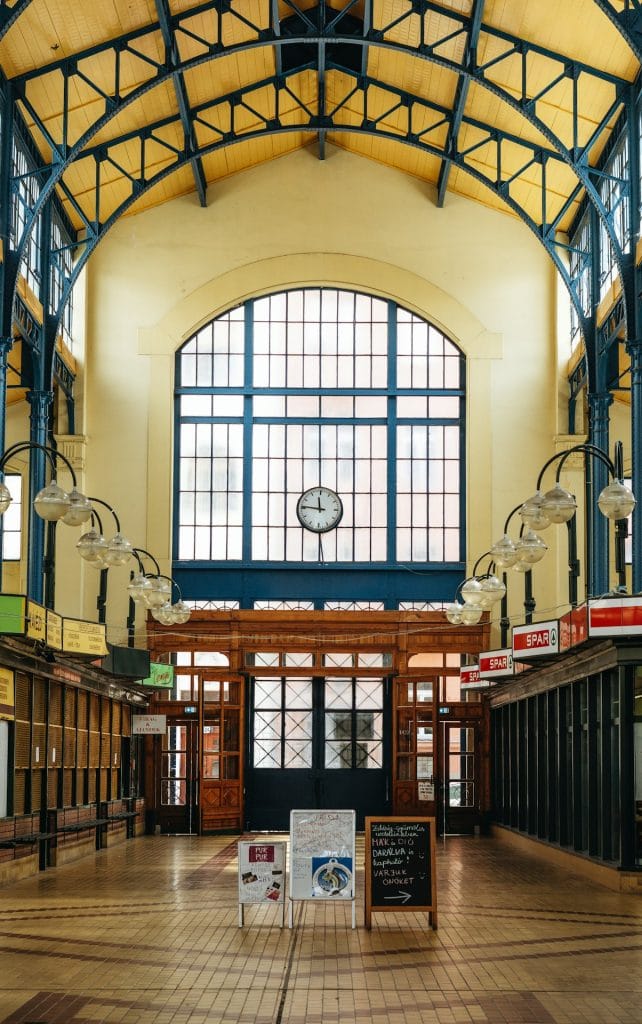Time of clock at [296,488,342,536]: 11:45
